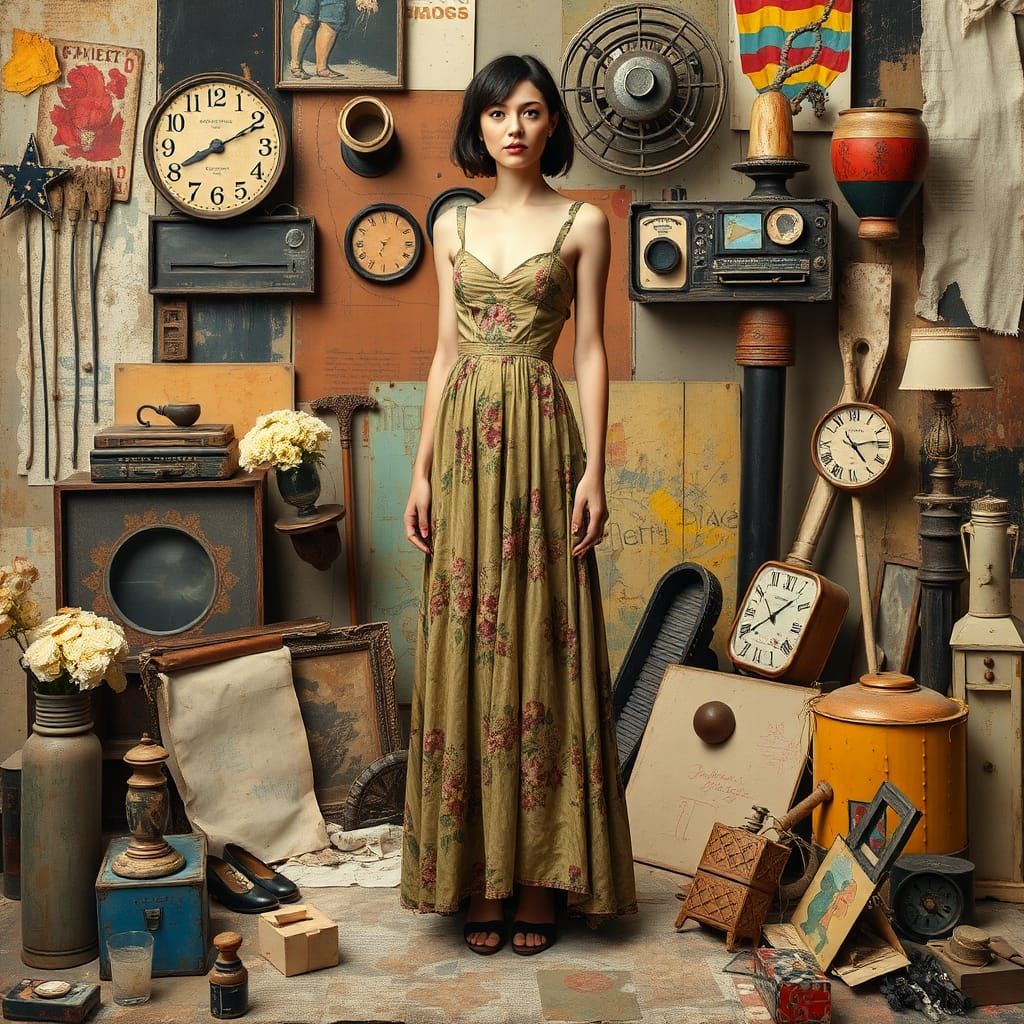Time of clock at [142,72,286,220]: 8:10
